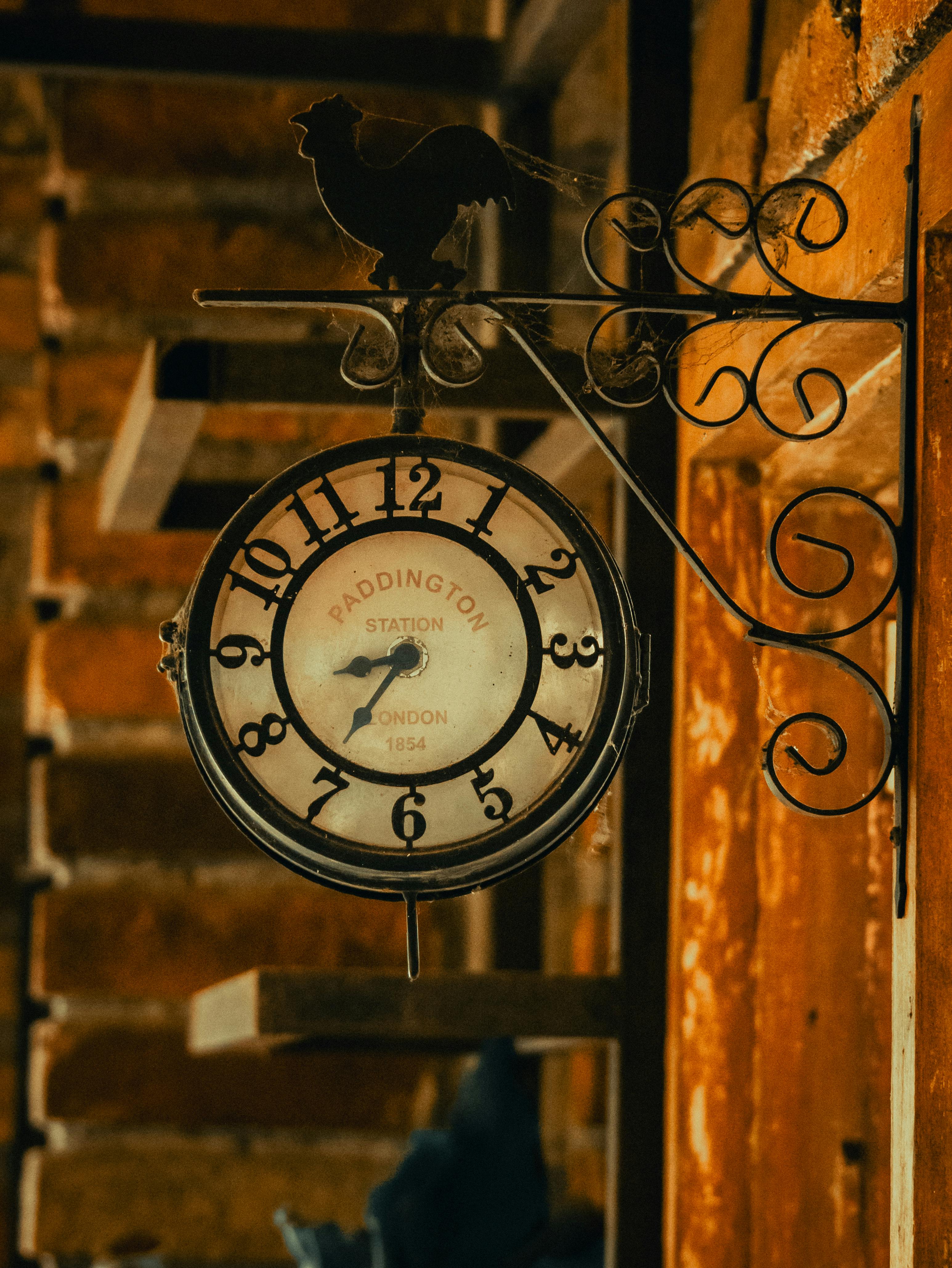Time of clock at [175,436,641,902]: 8:36
